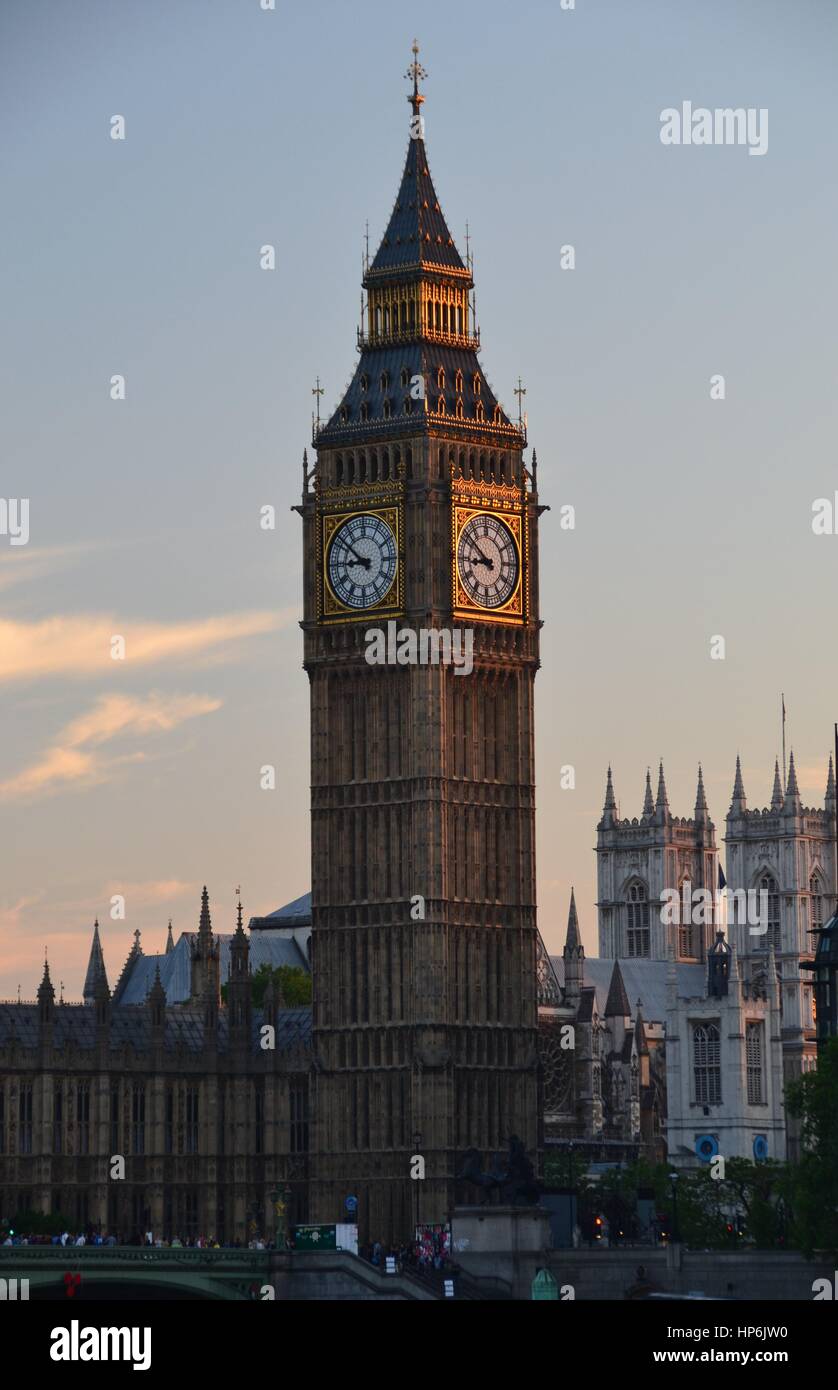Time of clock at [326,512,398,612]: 8:51
